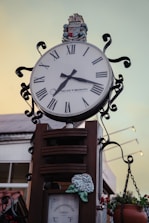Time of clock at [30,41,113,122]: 7:18
